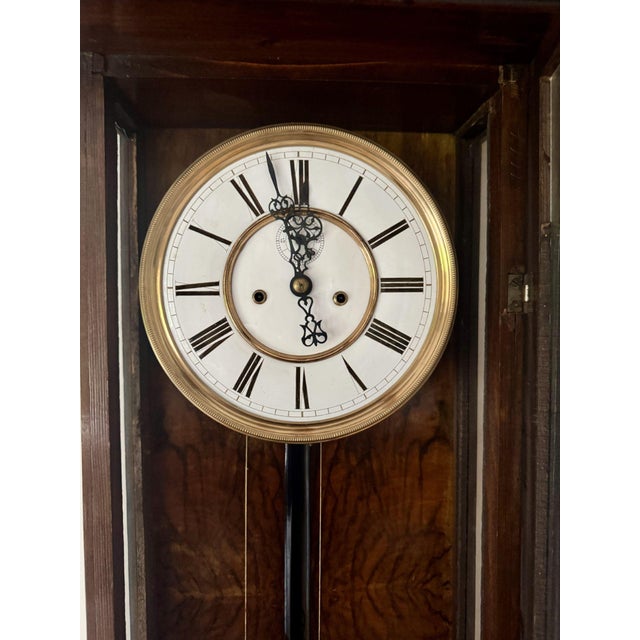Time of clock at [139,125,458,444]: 11:57
